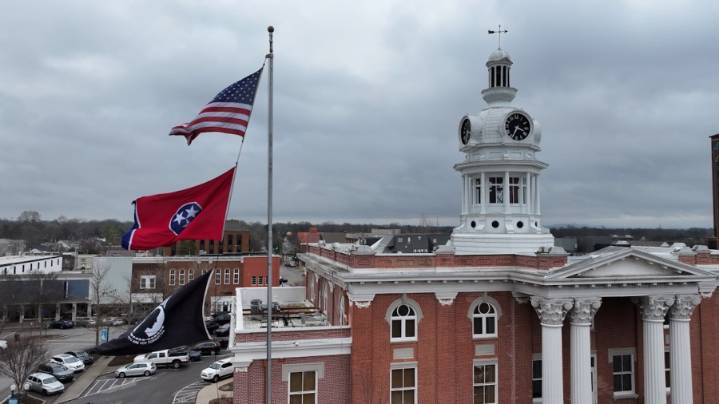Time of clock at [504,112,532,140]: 3:34
